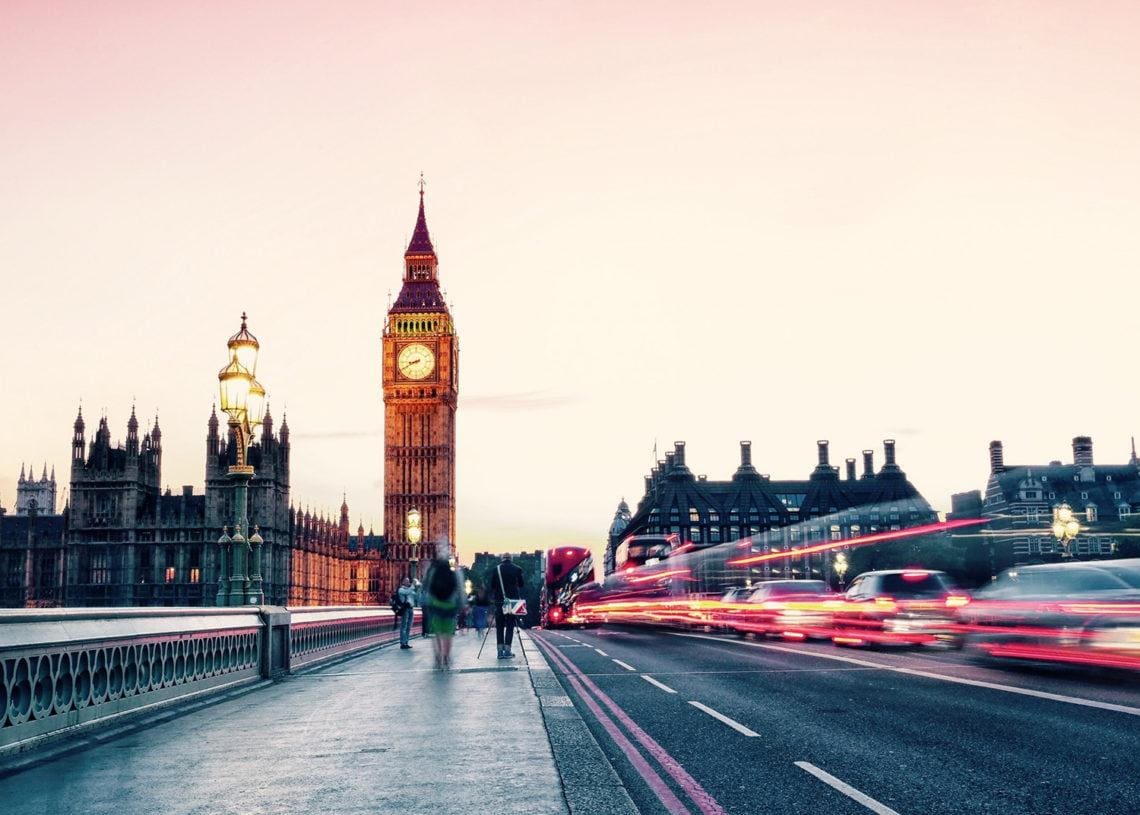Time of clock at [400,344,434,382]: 8:40
